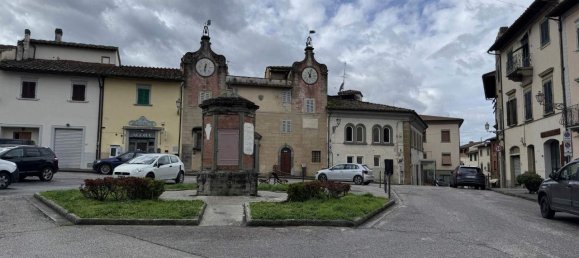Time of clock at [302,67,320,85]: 11:02
